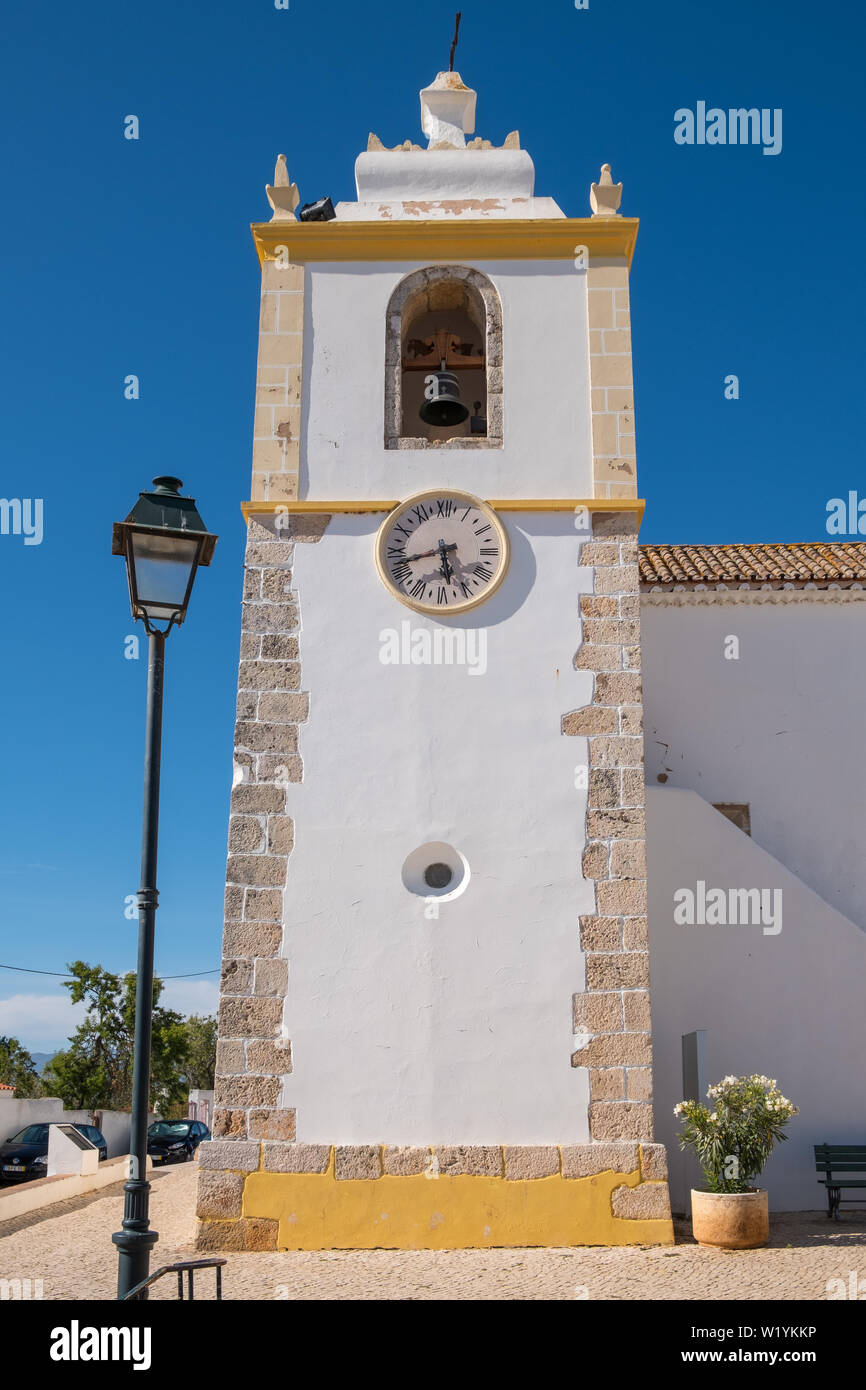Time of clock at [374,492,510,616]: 5:42
